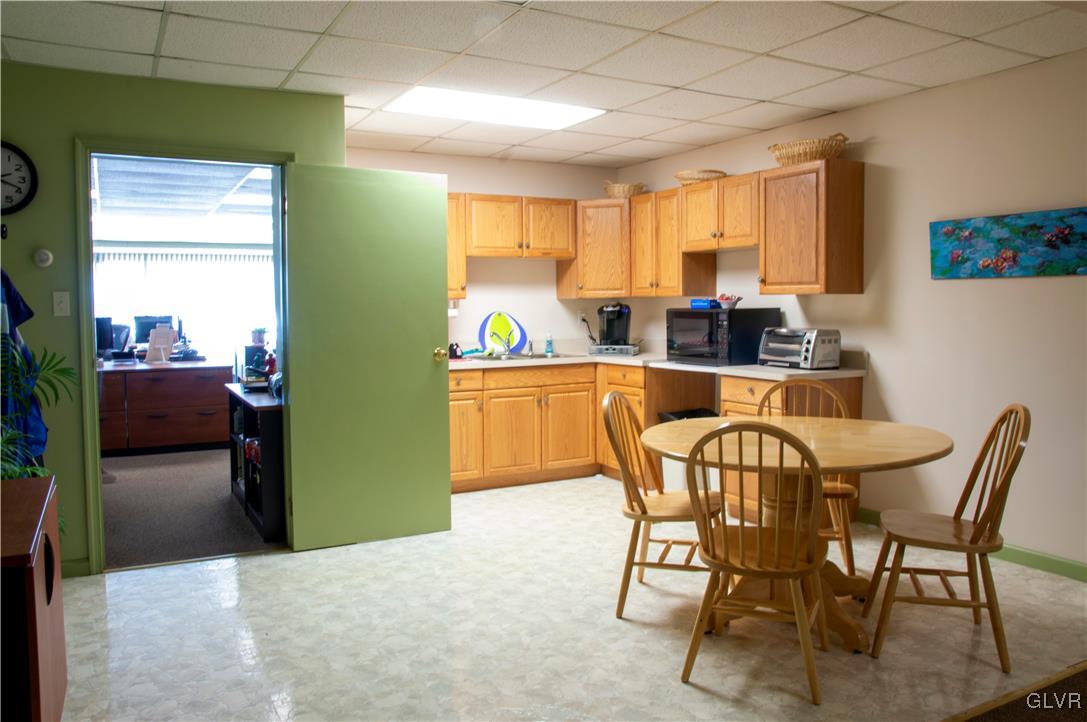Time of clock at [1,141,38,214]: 2:18
